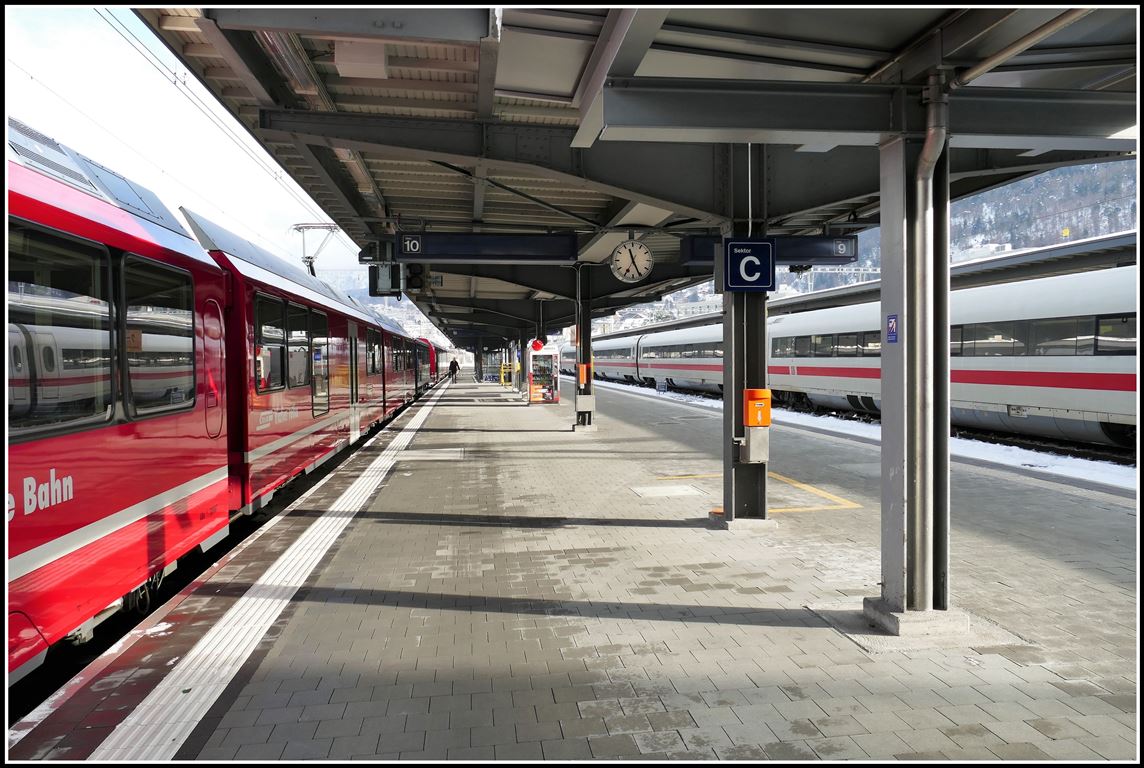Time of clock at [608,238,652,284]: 11:25
